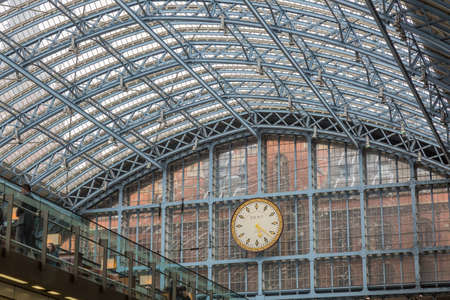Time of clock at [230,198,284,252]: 5:21
